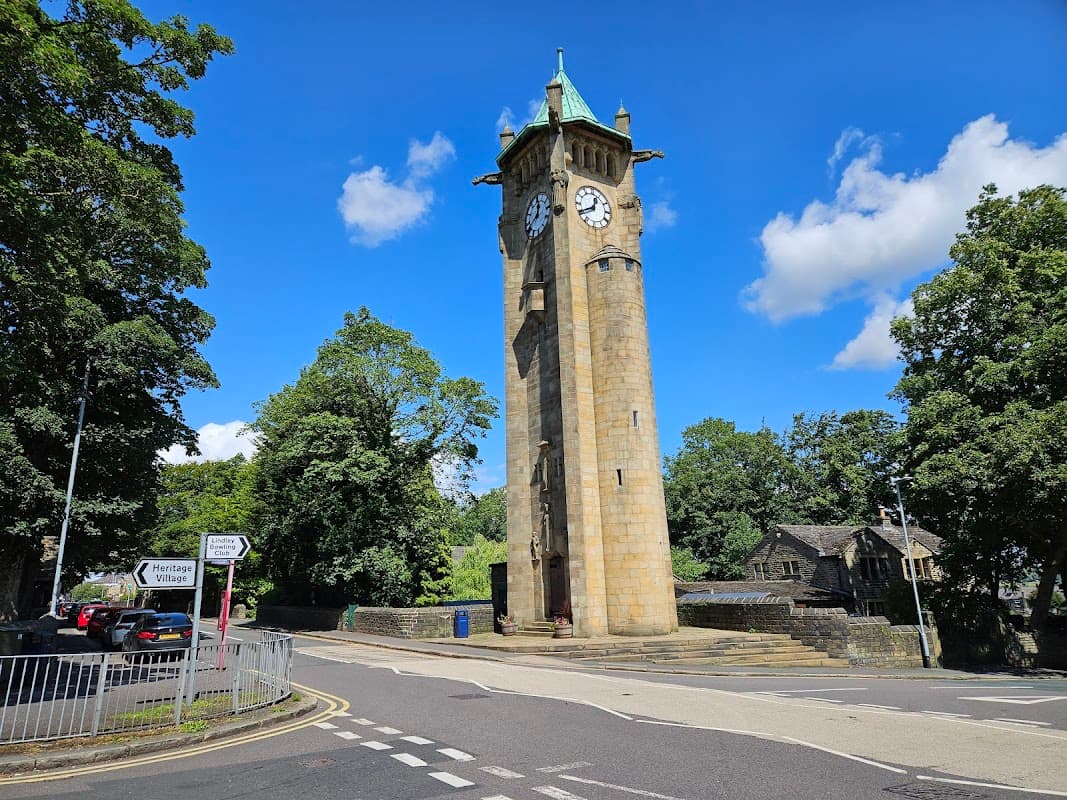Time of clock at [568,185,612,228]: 12:40
